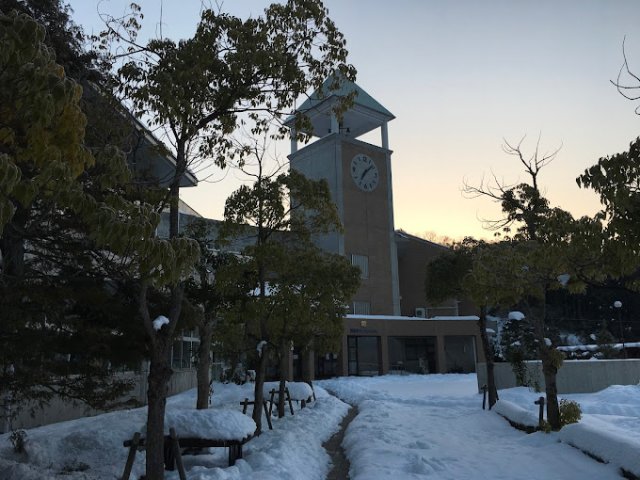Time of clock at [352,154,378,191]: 7:08
